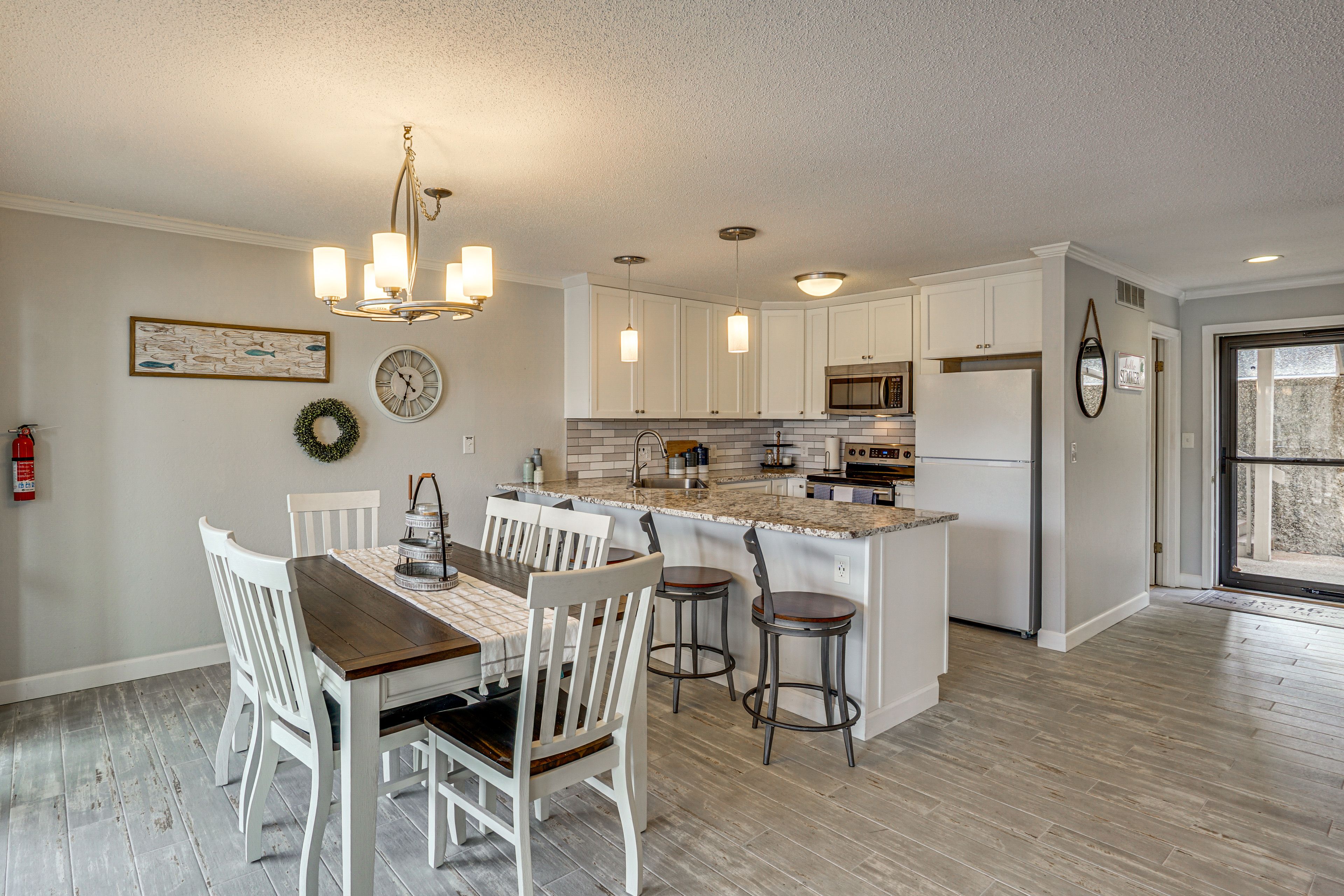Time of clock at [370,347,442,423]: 10:33
